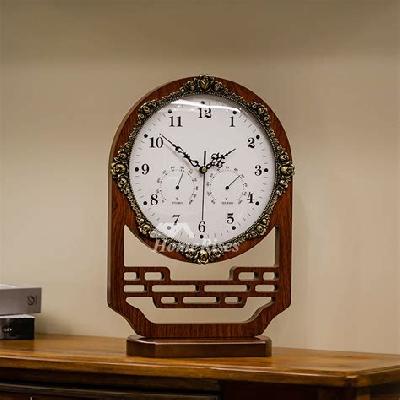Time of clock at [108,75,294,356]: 1:51
